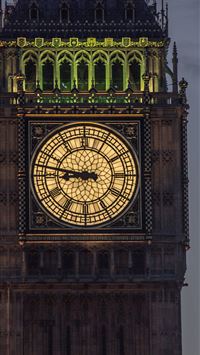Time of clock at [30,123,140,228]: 8:46
